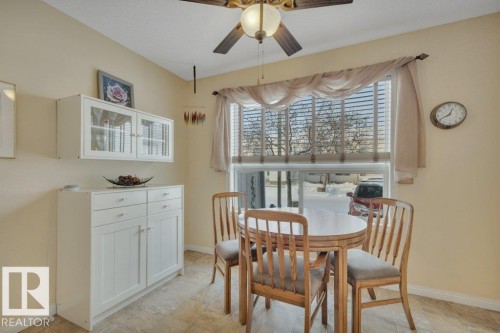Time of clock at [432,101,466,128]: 12:40
